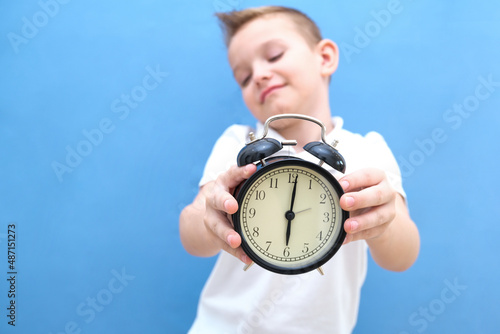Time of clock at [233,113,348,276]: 6:01
